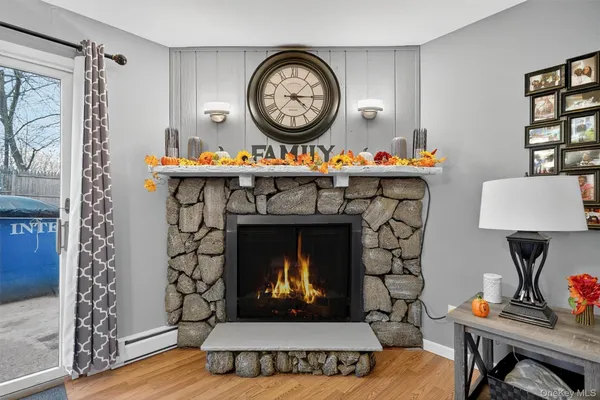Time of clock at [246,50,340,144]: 4:14
